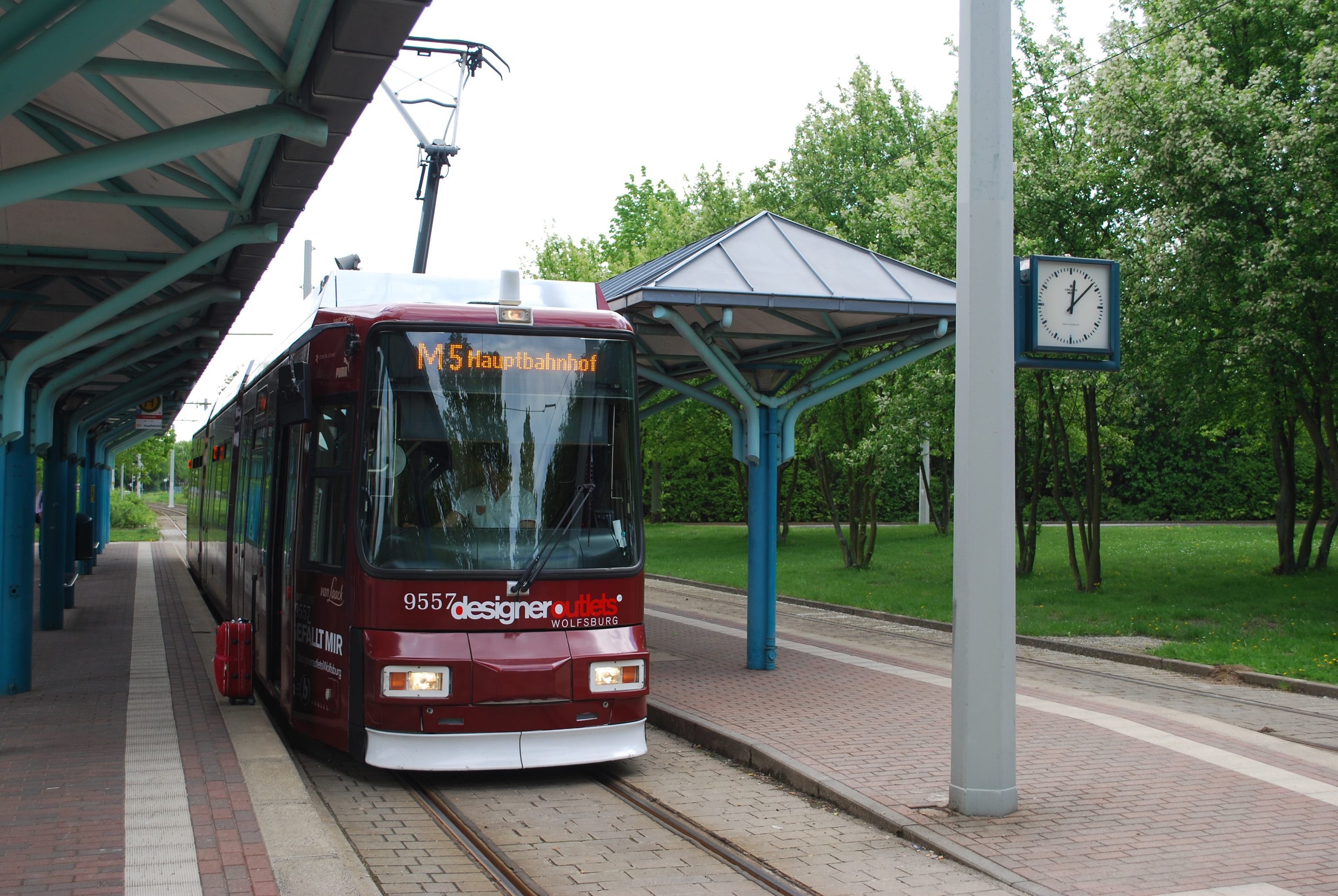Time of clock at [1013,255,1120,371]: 12:07
